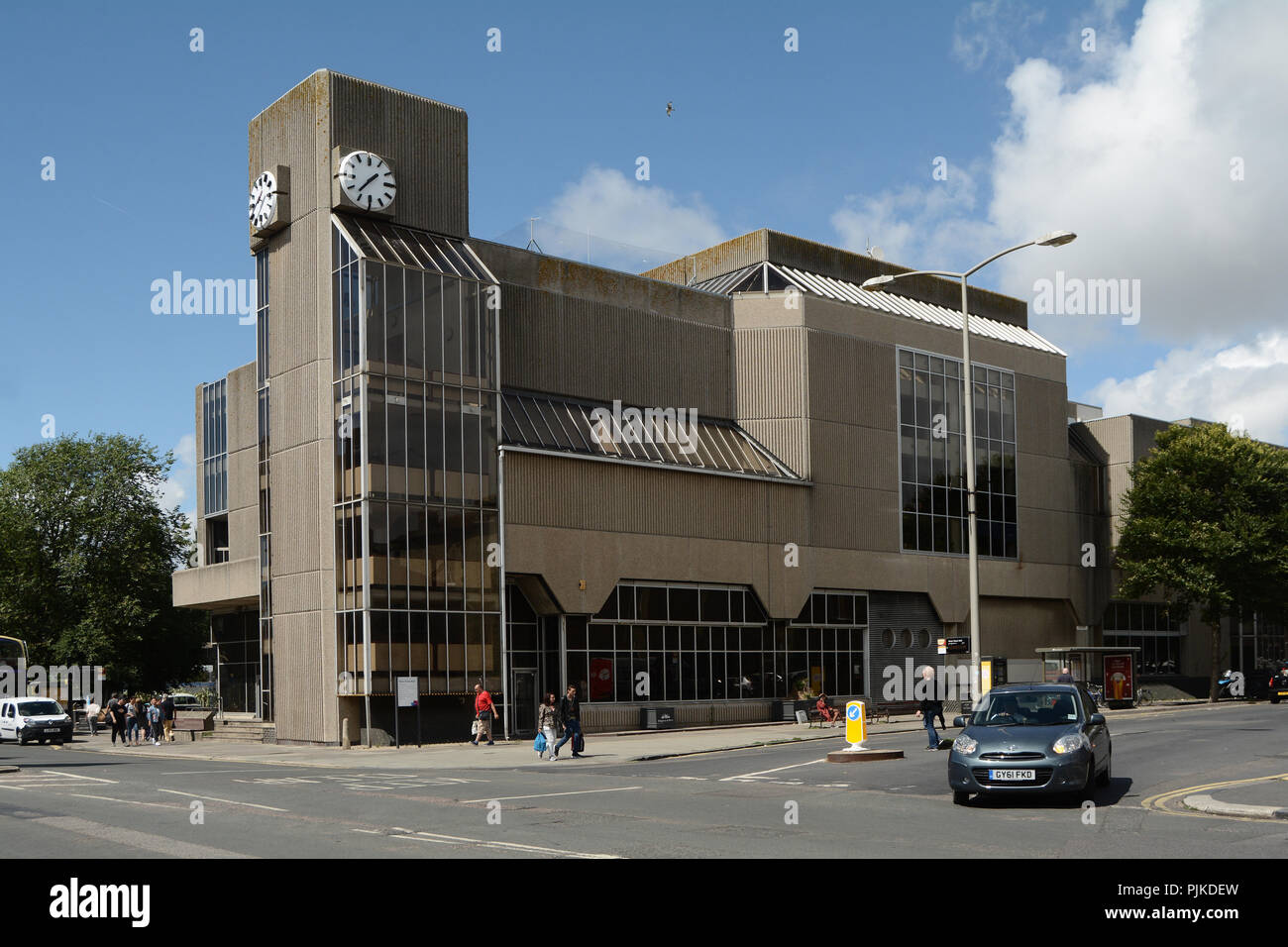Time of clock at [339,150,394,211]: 1:36
